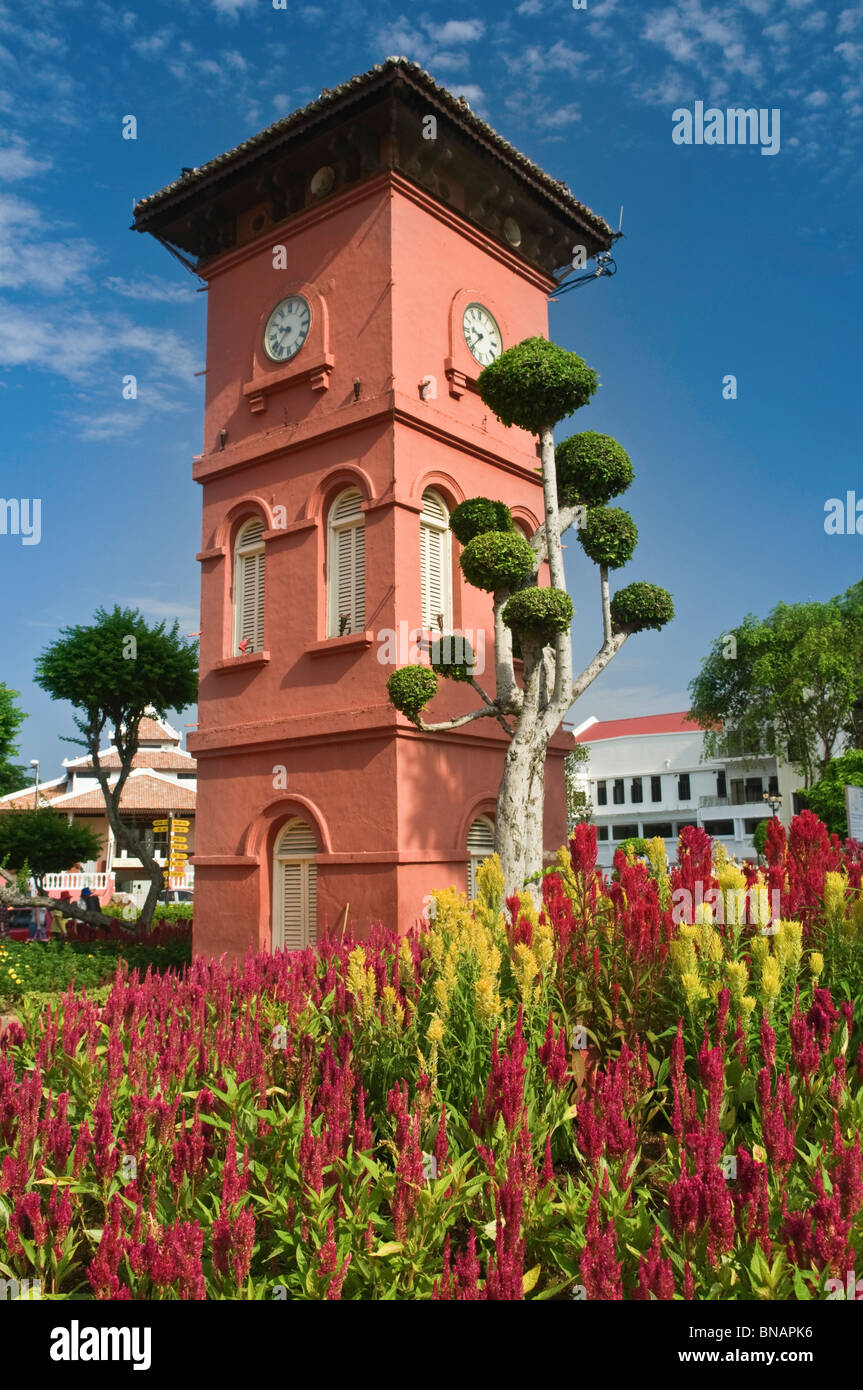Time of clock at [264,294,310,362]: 9:38
